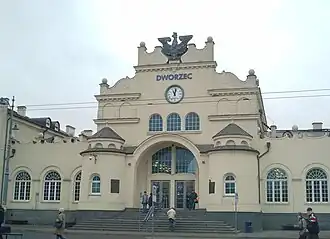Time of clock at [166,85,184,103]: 11:02
